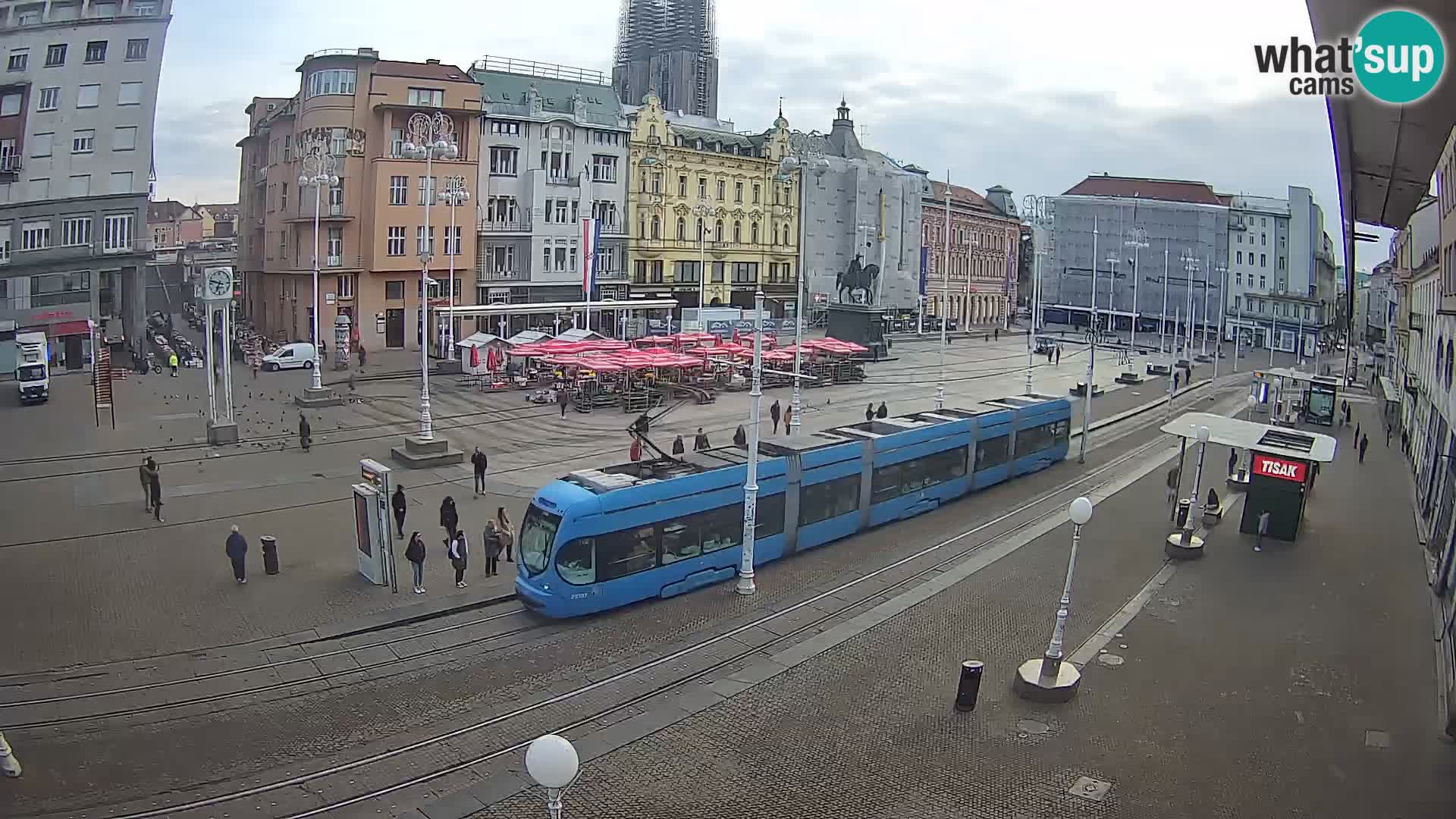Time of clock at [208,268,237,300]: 6:47
